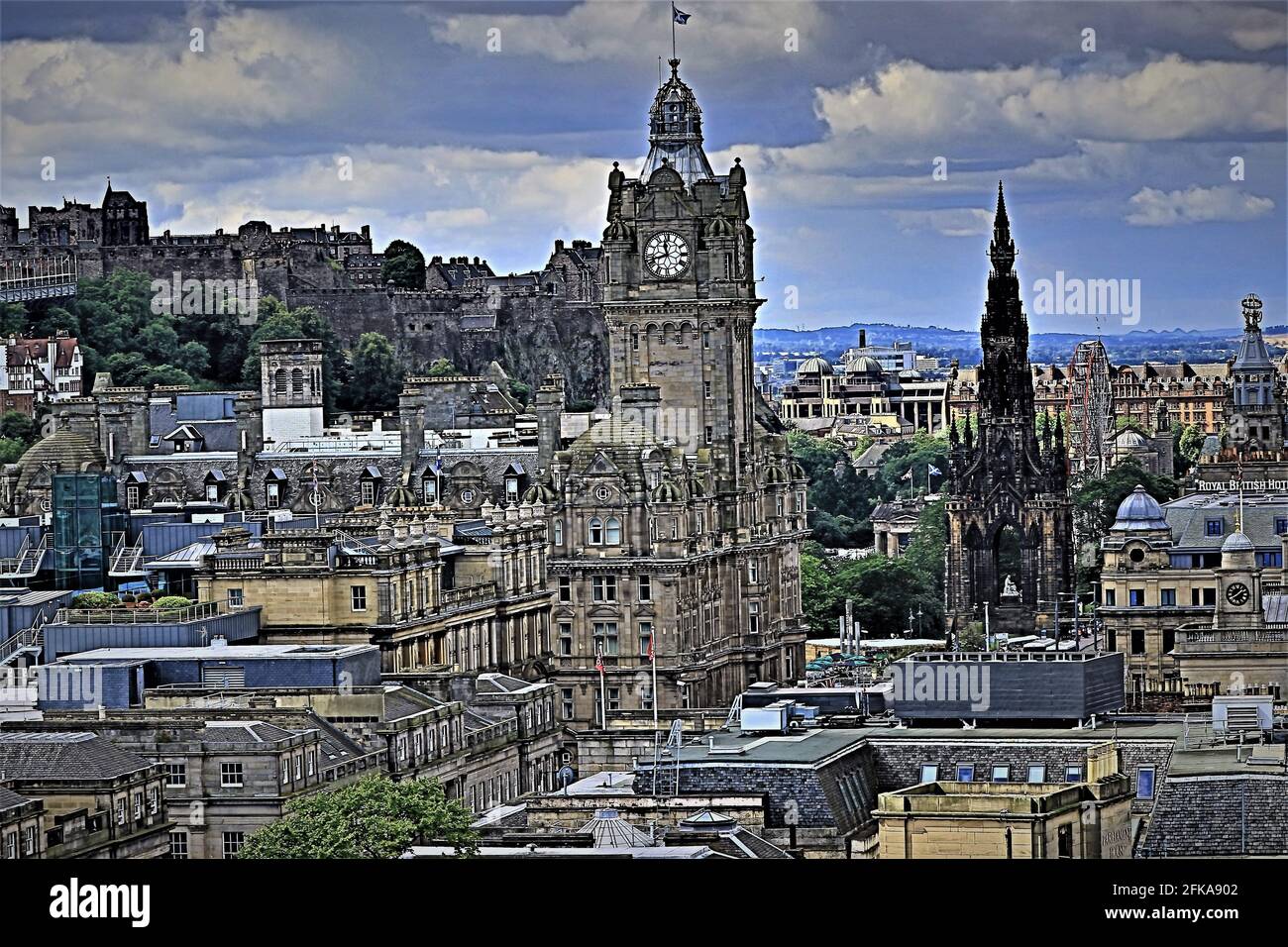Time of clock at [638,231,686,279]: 11:41
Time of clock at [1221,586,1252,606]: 1:40
